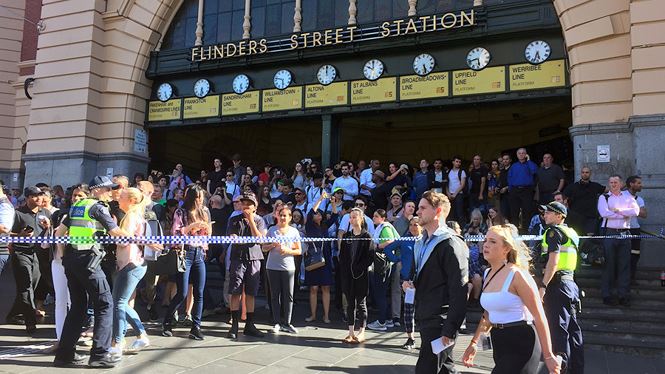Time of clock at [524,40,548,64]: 5:33
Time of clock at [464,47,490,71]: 5:42
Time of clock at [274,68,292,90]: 5:47
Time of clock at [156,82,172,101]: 5:26
